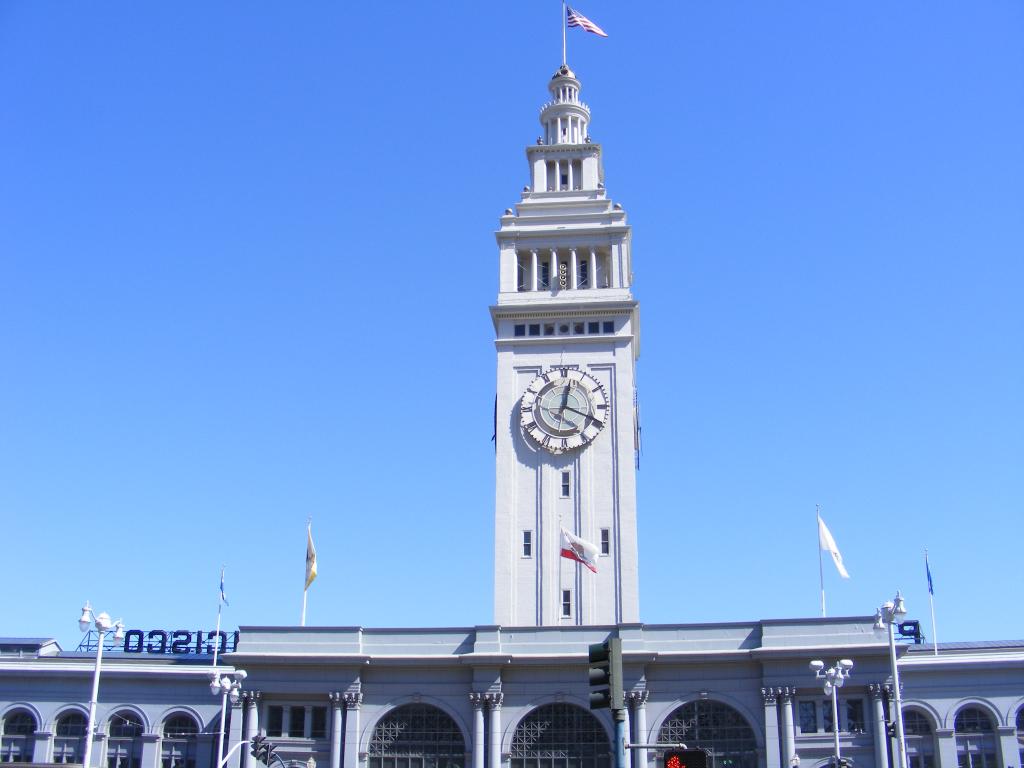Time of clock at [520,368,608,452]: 12:18
